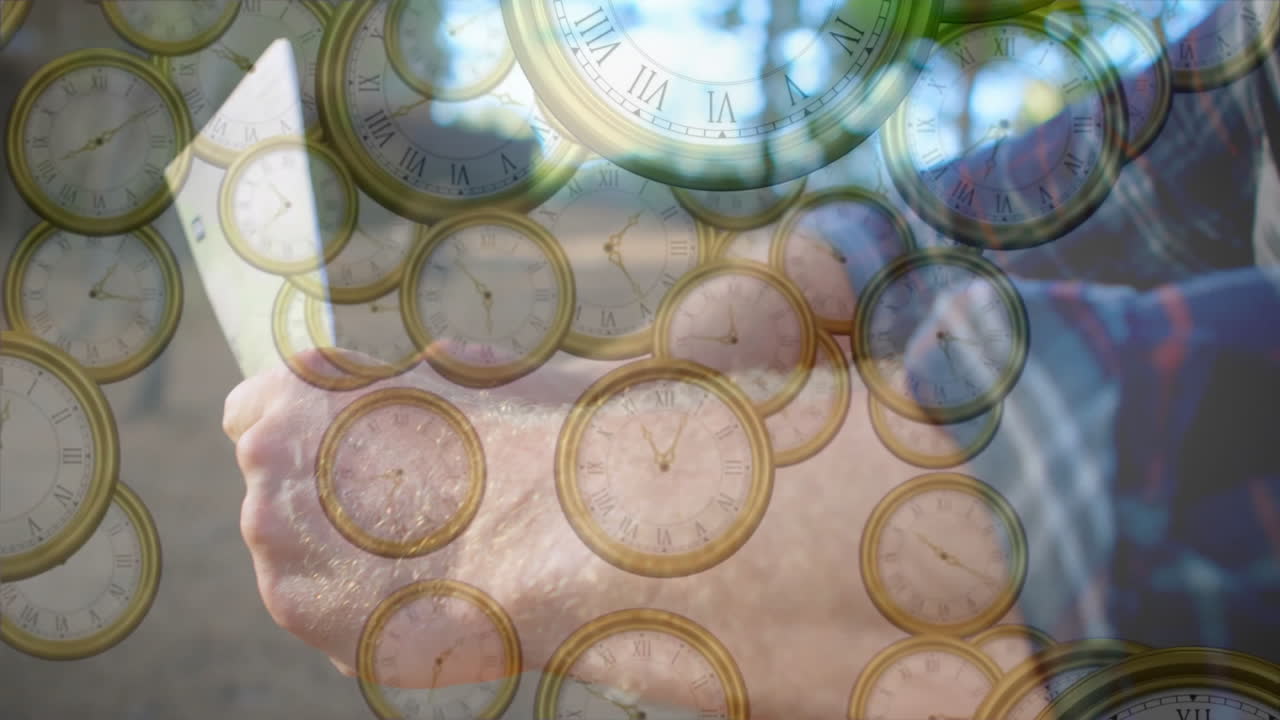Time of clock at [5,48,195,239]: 8:09
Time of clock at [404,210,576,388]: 5:52
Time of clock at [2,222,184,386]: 1:16
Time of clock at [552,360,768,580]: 11:04
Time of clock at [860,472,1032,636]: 10:20
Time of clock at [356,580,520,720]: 1:32
